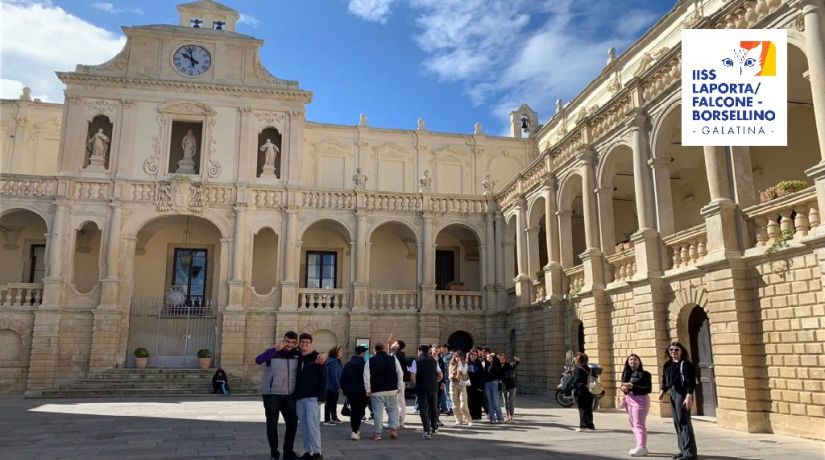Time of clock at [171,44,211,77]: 9:57
